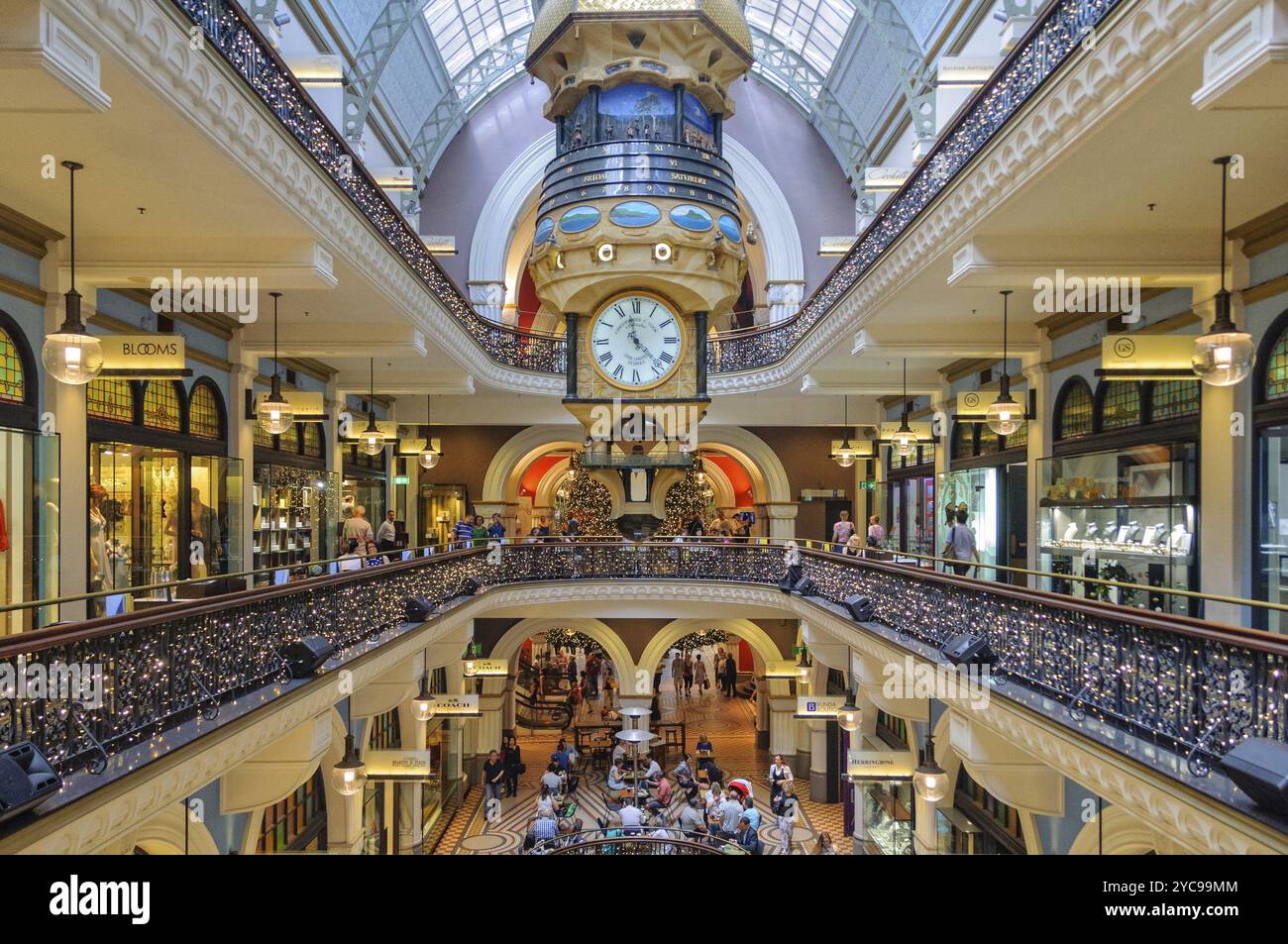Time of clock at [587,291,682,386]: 11:22
